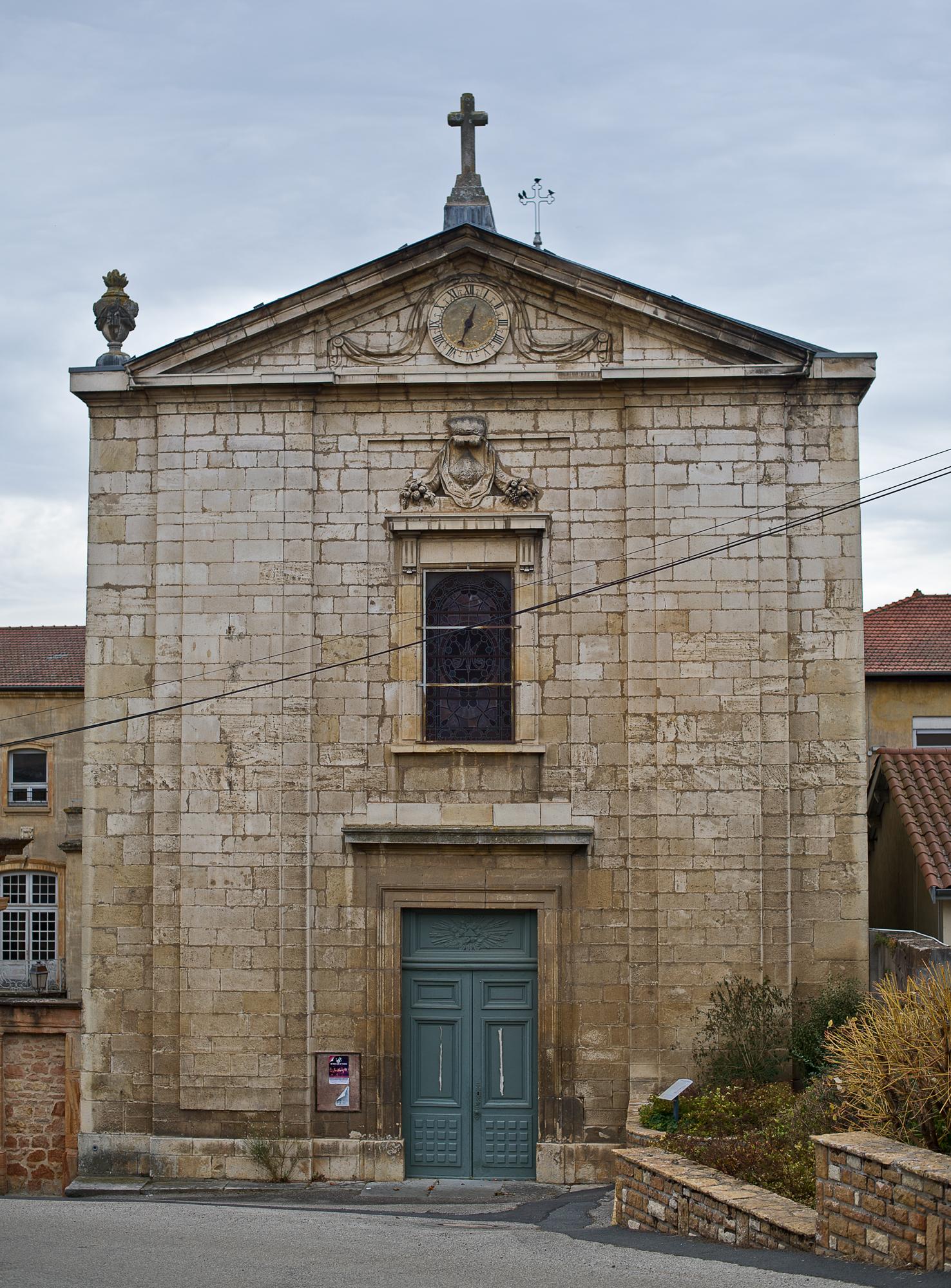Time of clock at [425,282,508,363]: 12:33
